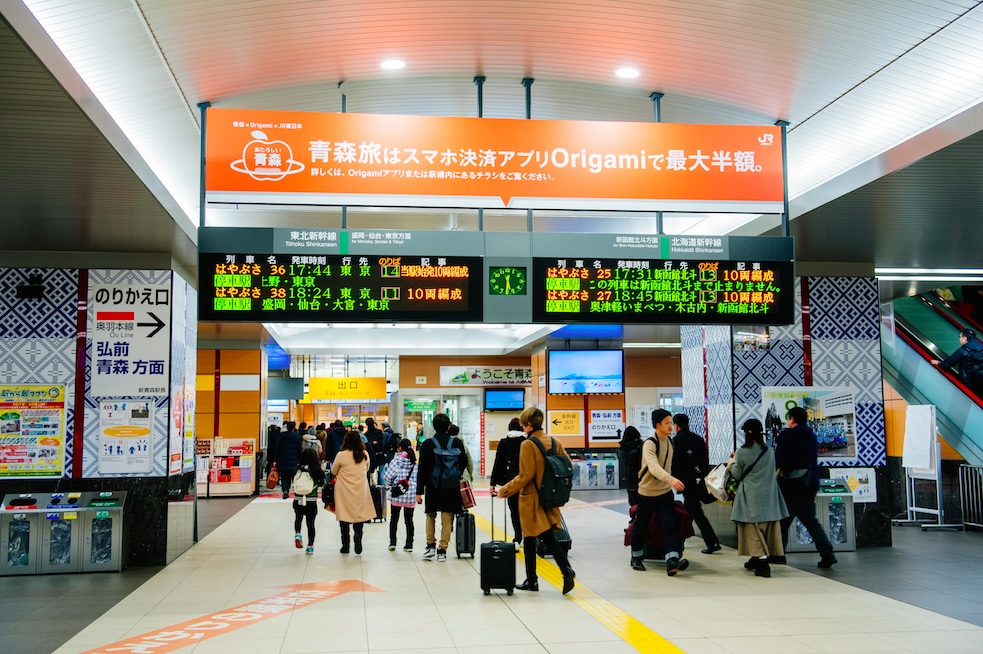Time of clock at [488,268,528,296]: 5:30
